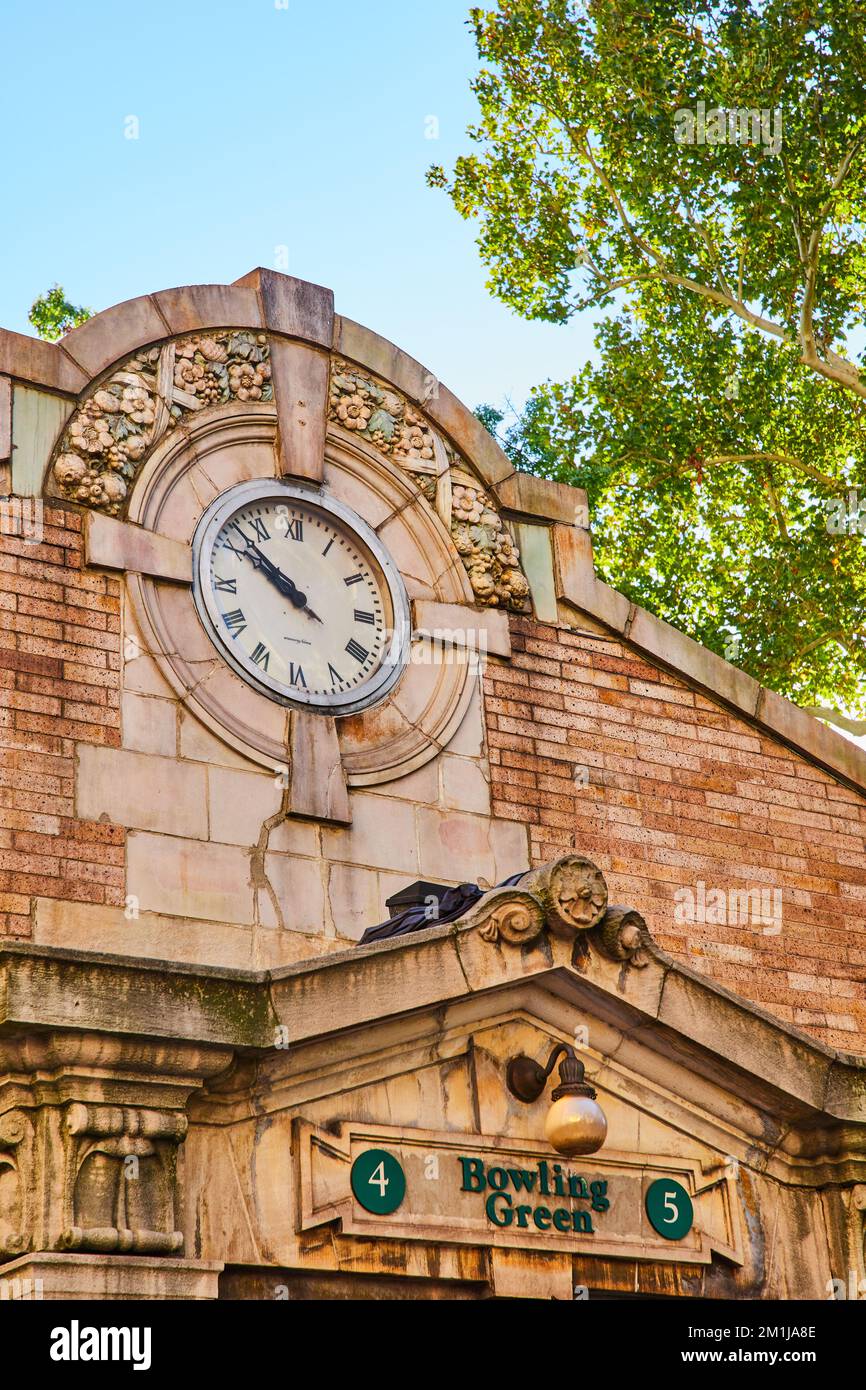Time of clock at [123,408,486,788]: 9:51
